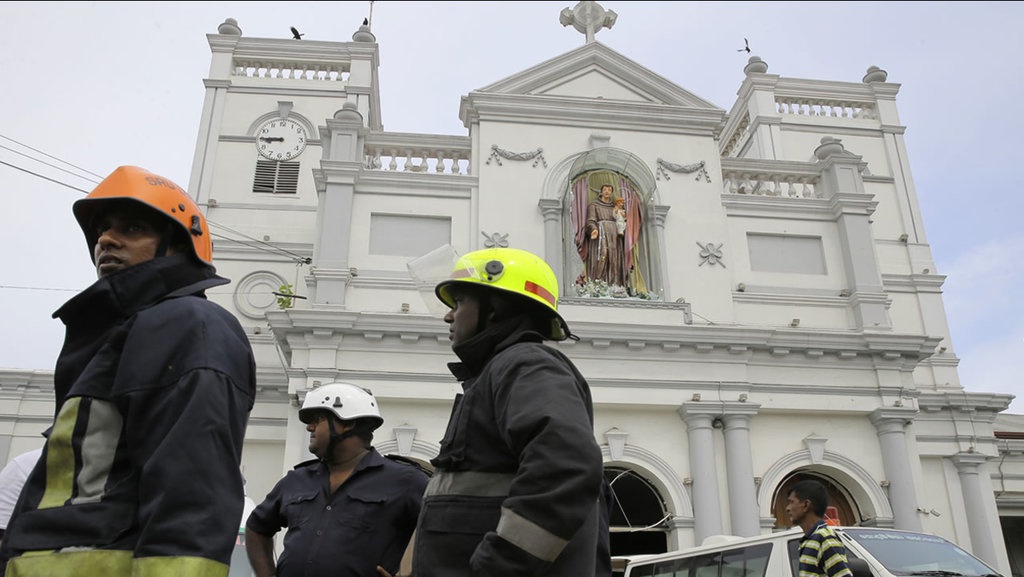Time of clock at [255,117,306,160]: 8:45
